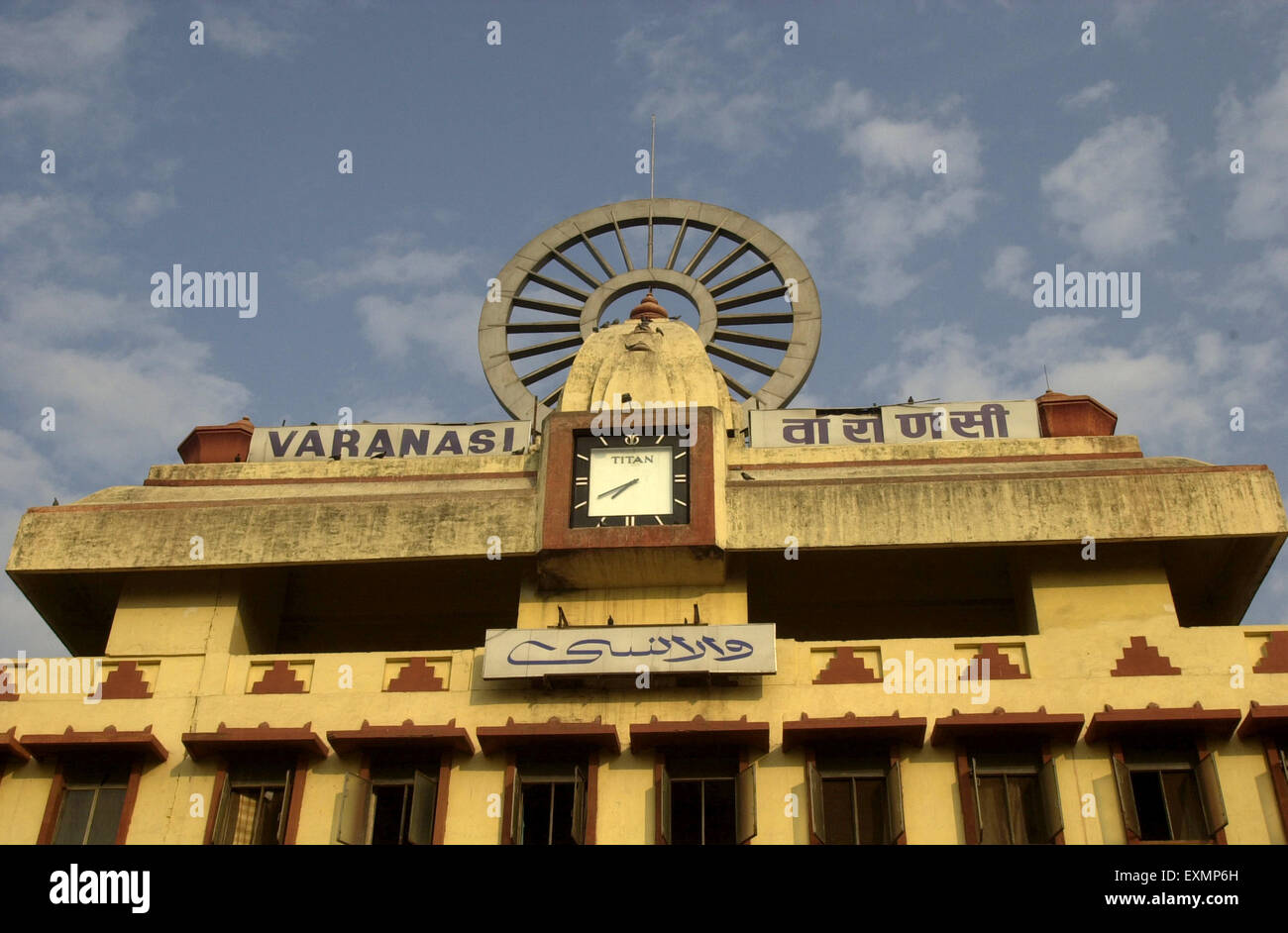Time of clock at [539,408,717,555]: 7:40
